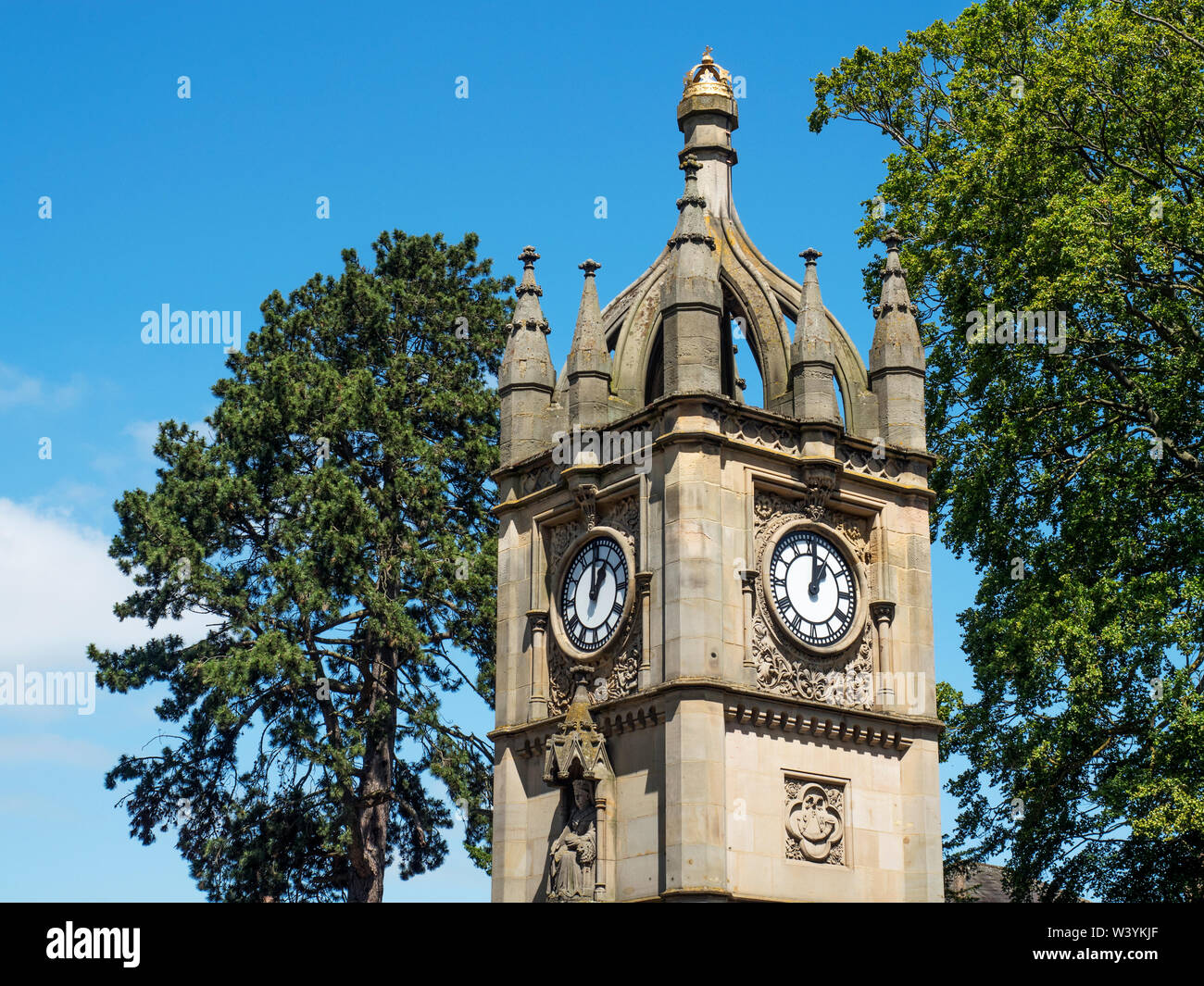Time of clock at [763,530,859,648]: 1:01
